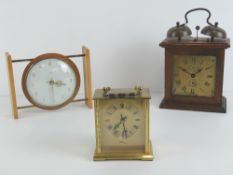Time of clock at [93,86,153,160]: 7:28
